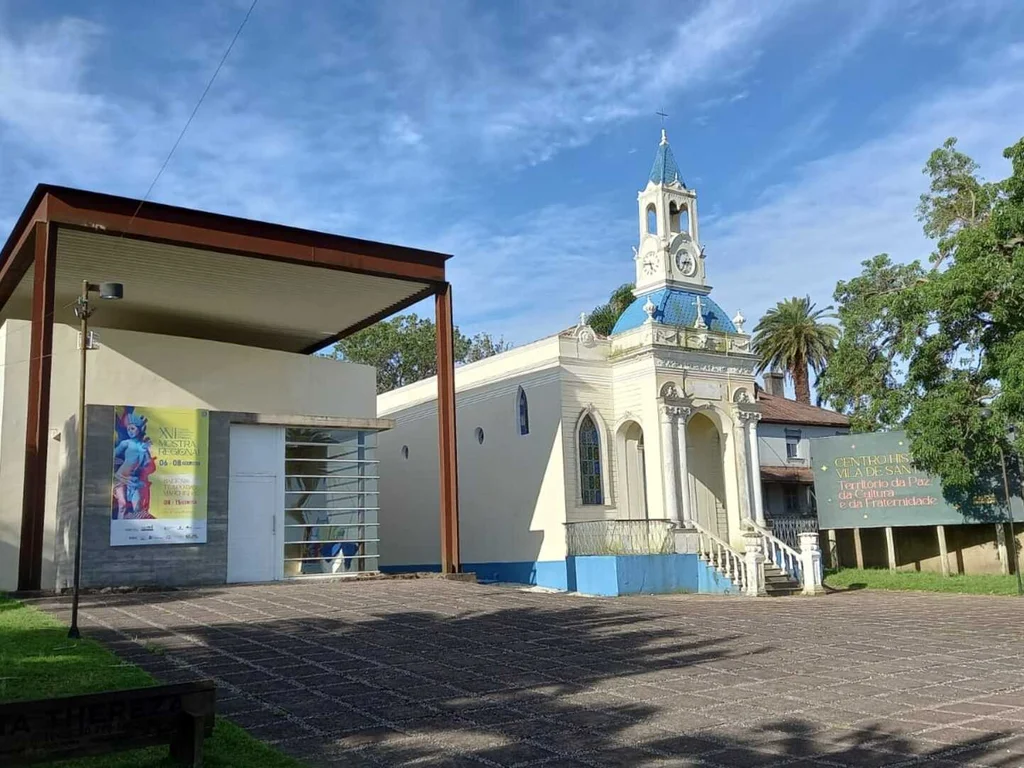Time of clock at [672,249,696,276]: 2:34
